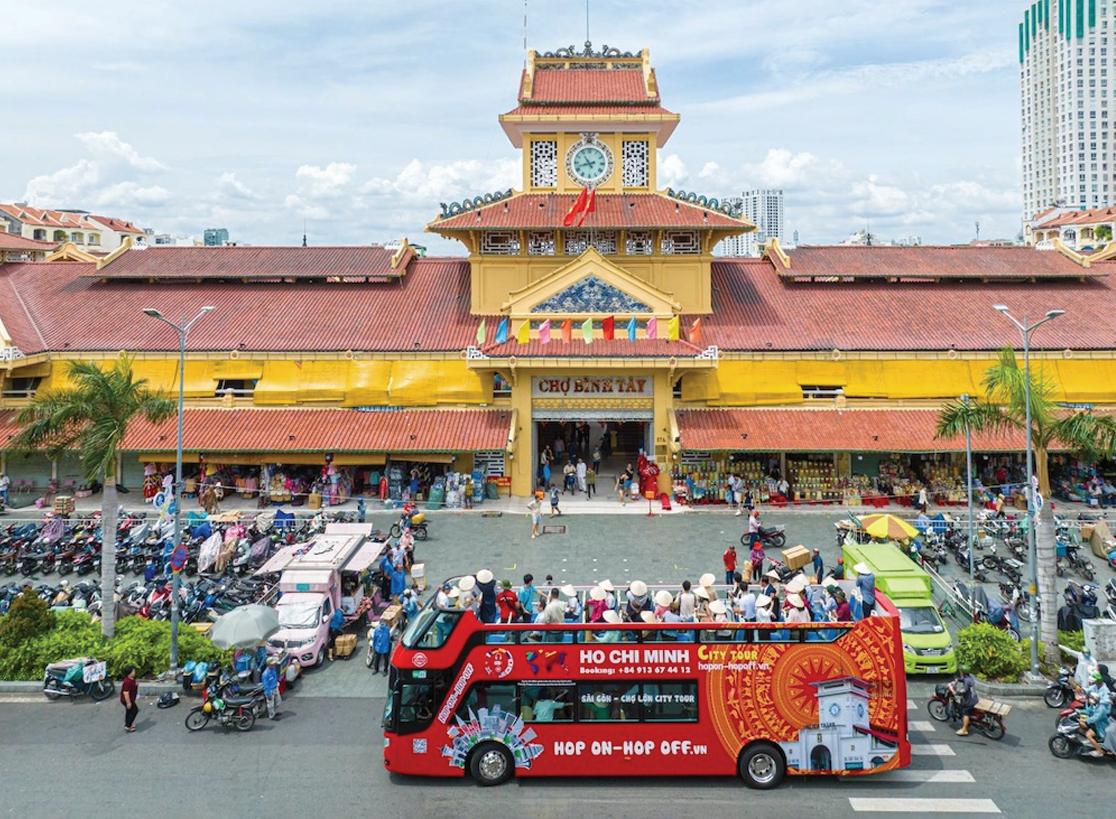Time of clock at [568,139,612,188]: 10:42
